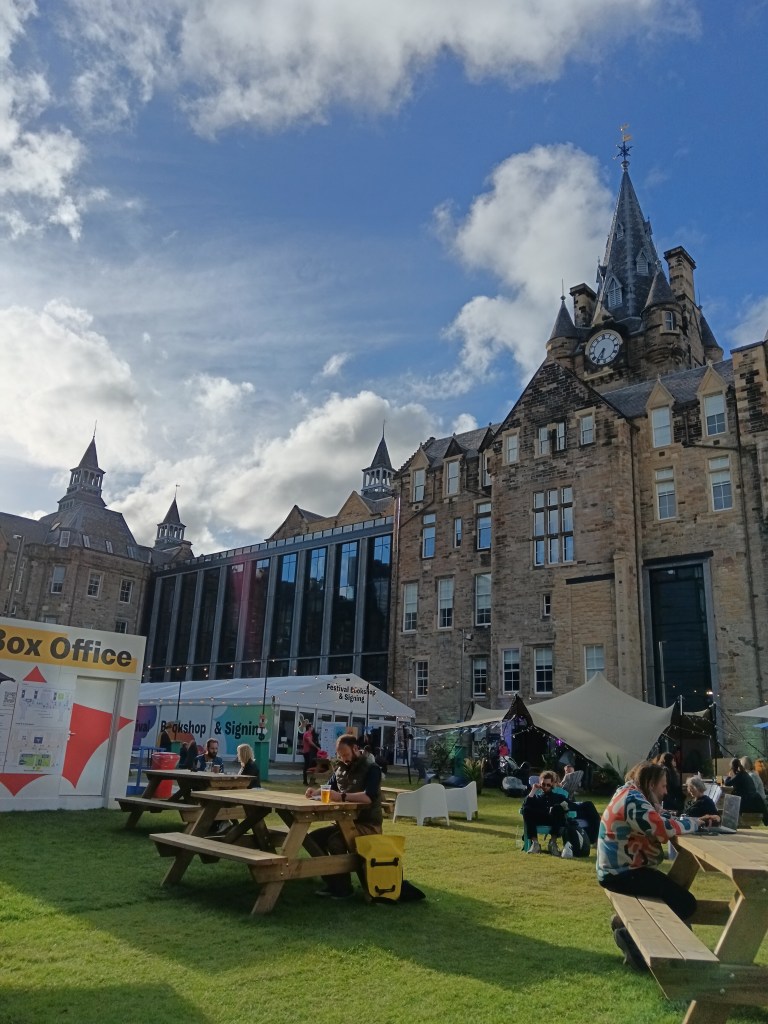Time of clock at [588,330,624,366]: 6:36
